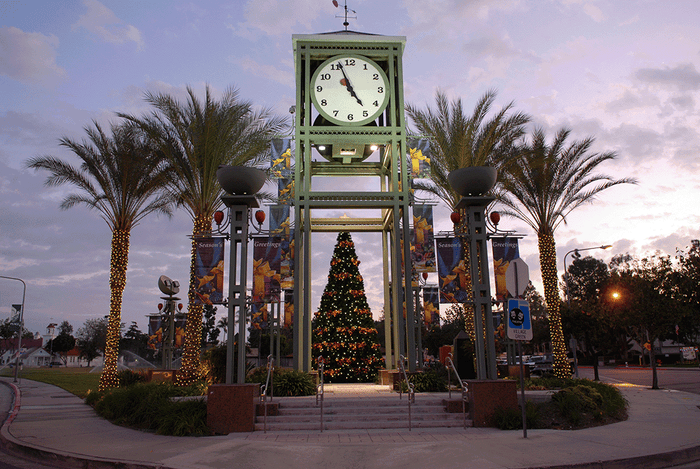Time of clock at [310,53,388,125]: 4:56
